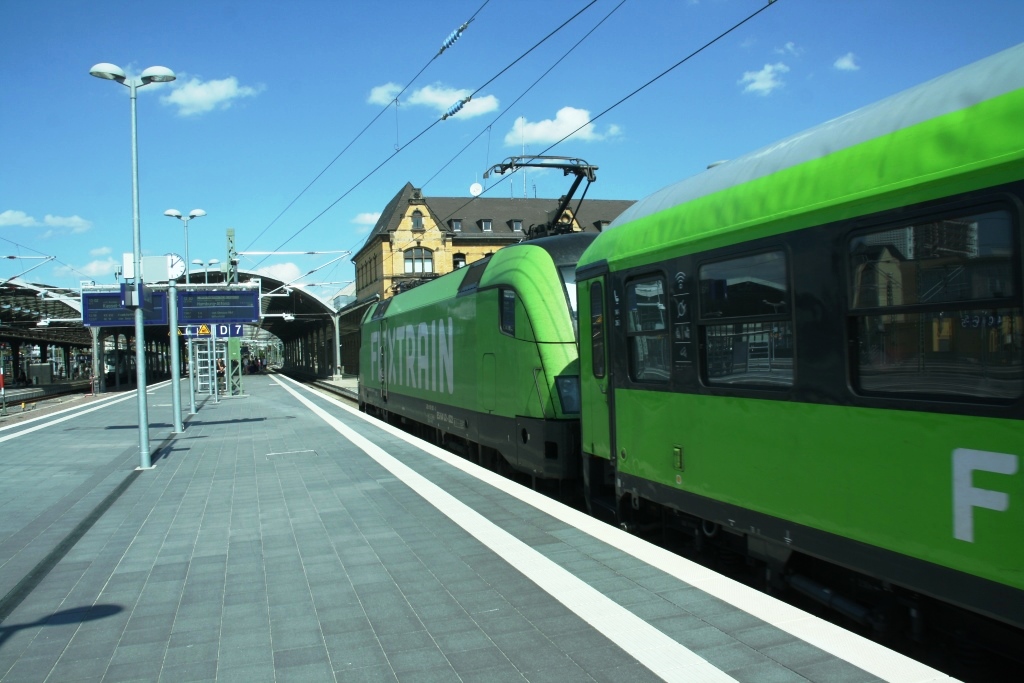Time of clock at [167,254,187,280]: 12:07
